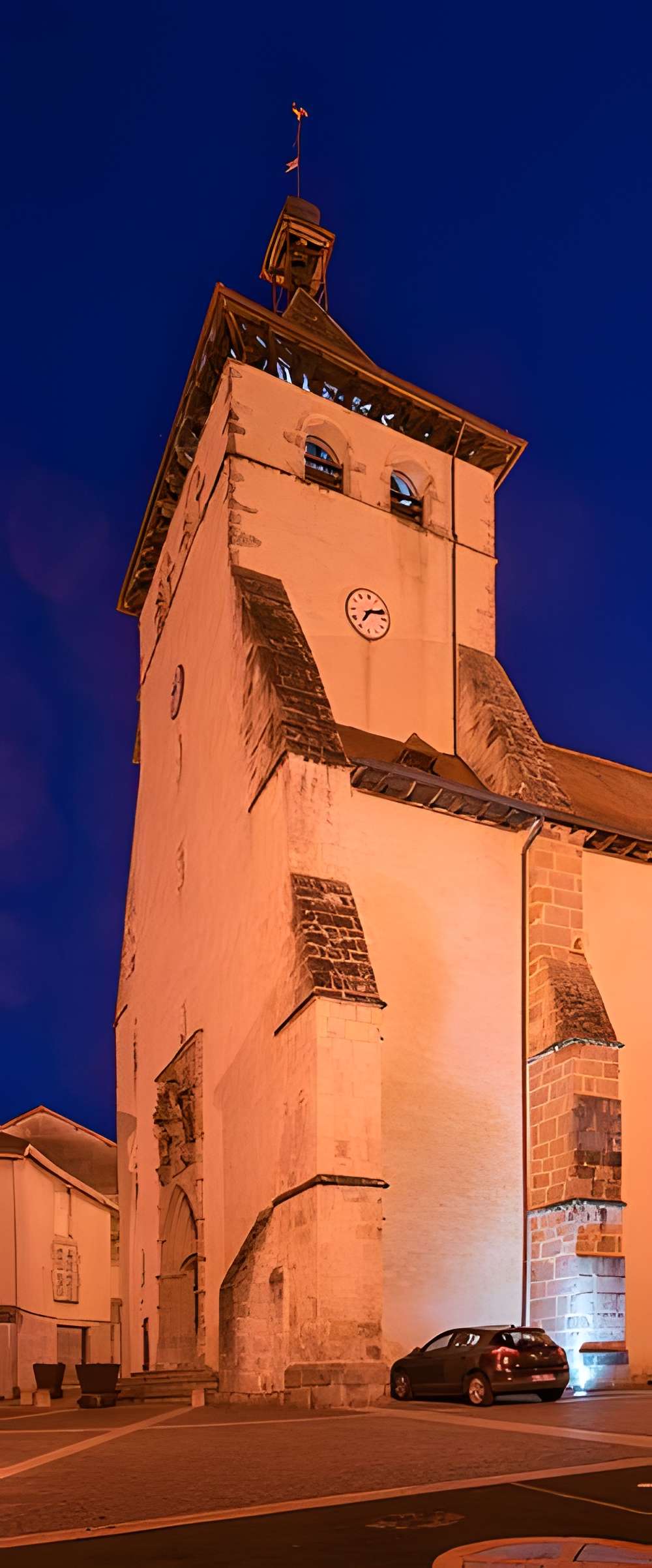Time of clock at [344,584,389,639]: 7:12
